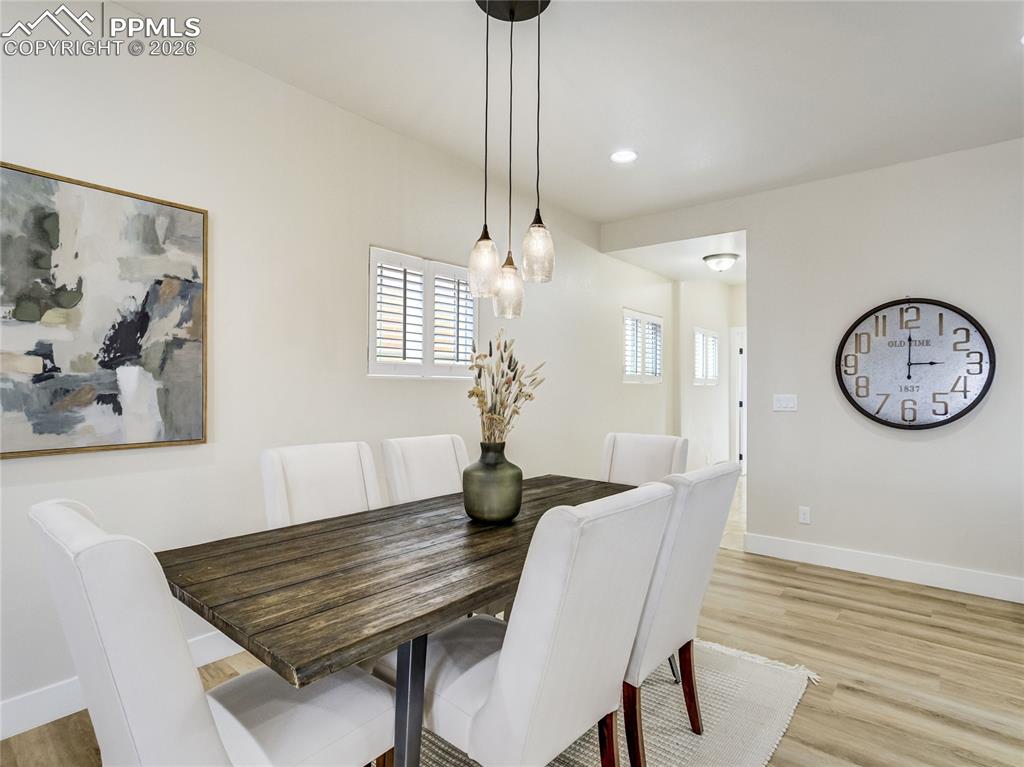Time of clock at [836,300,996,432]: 3:00
